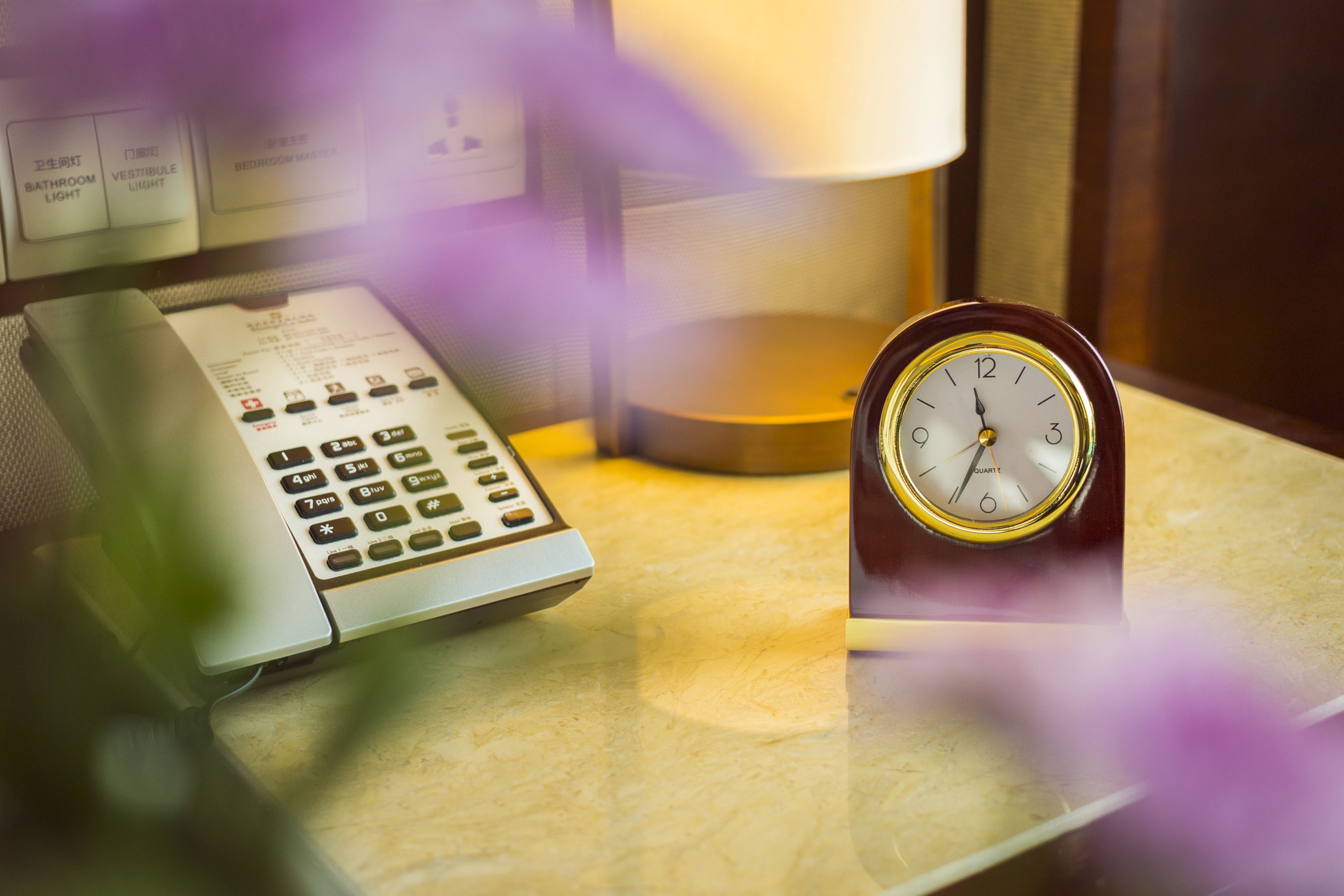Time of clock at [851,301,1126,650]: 11:34
